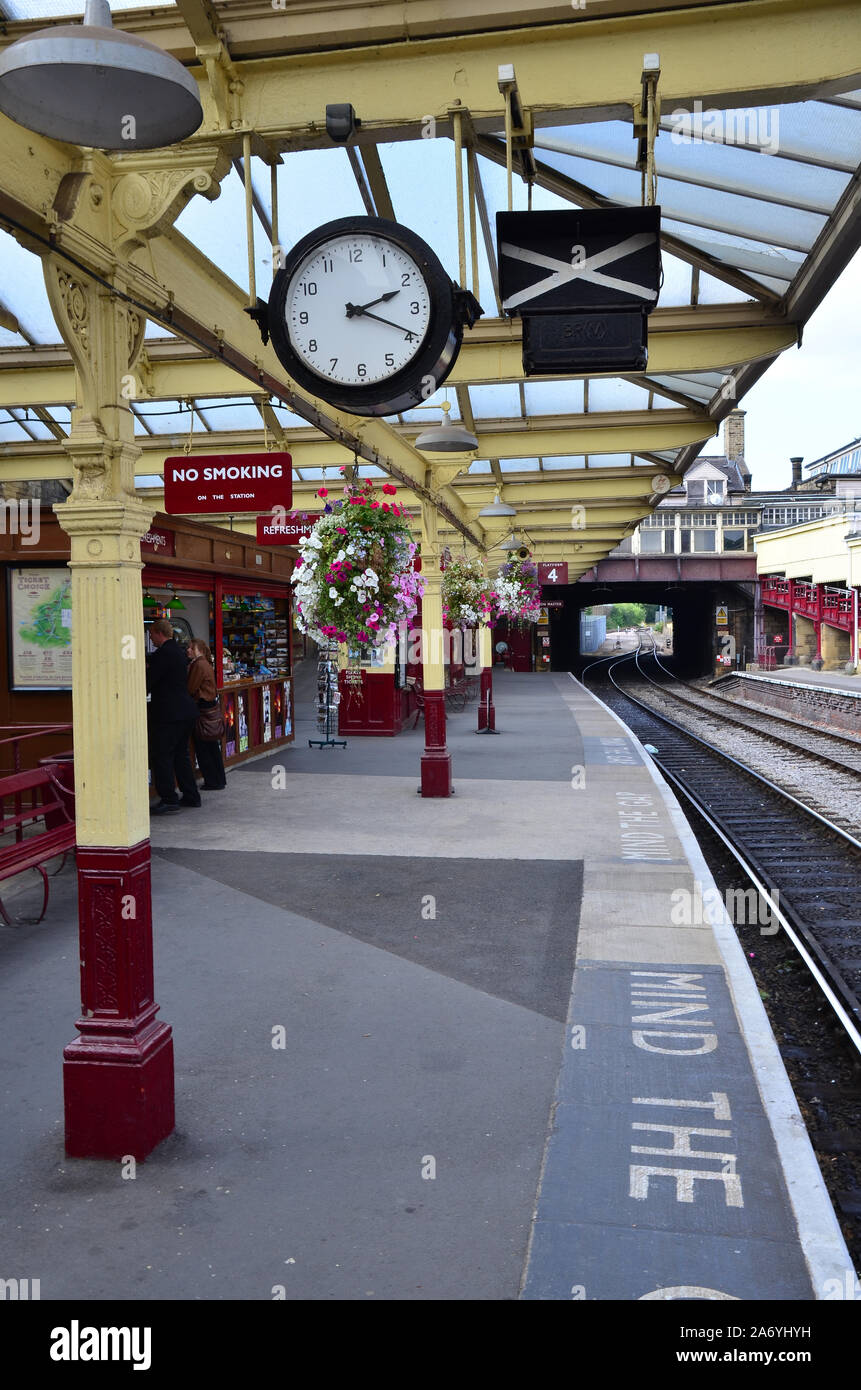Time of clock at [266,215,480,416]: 2:18
